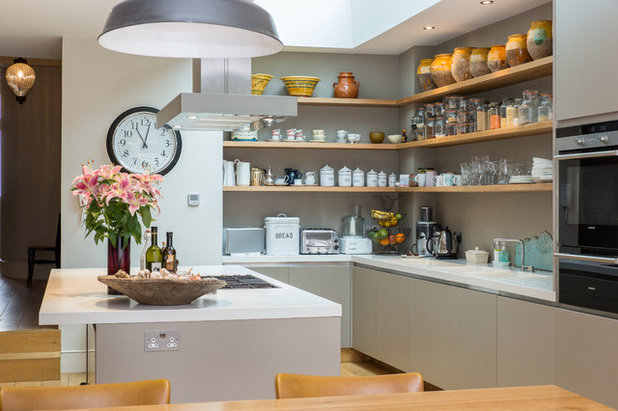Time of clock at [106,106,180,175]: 11:03
